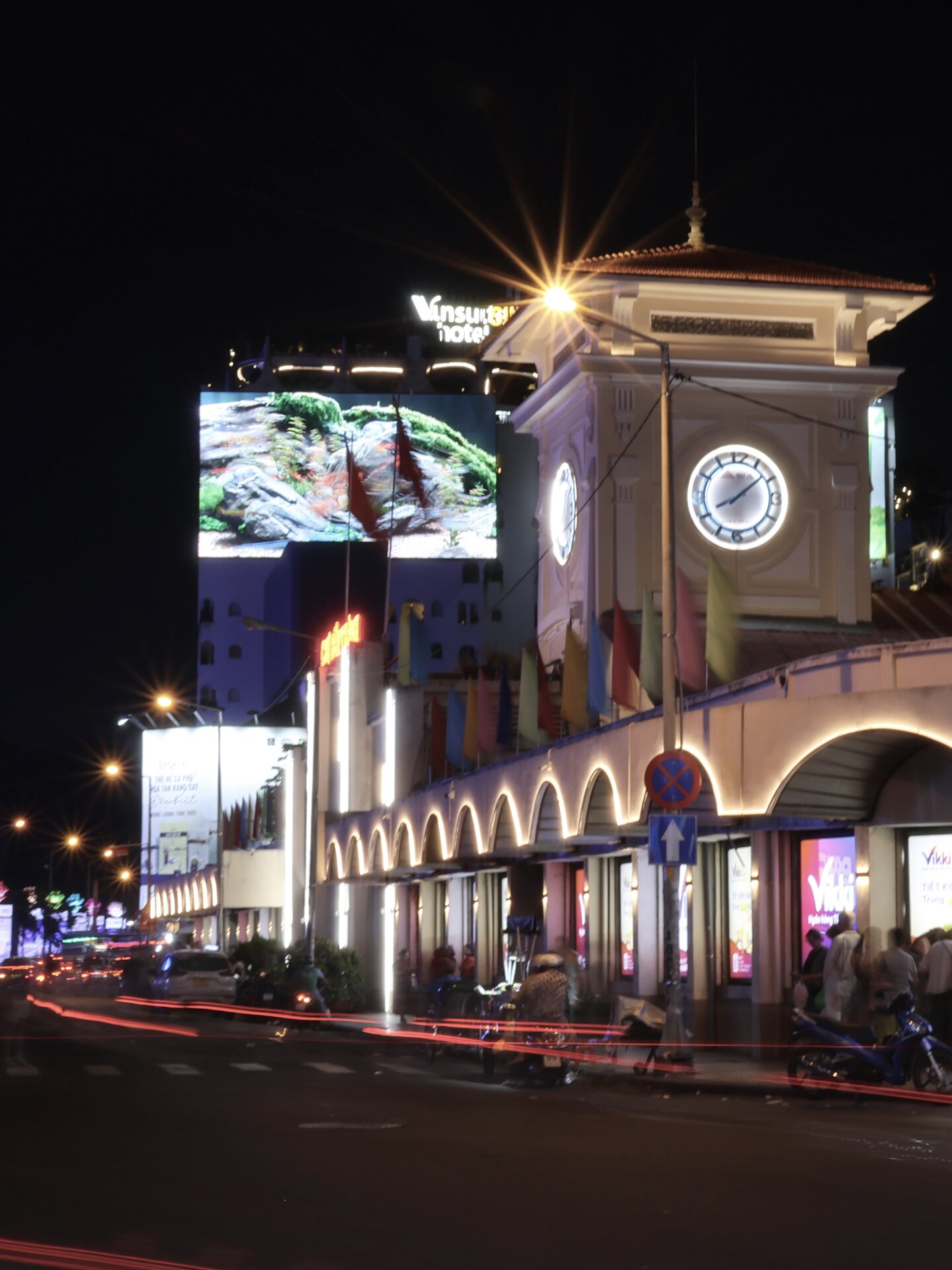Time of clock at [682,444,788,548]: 8:08
